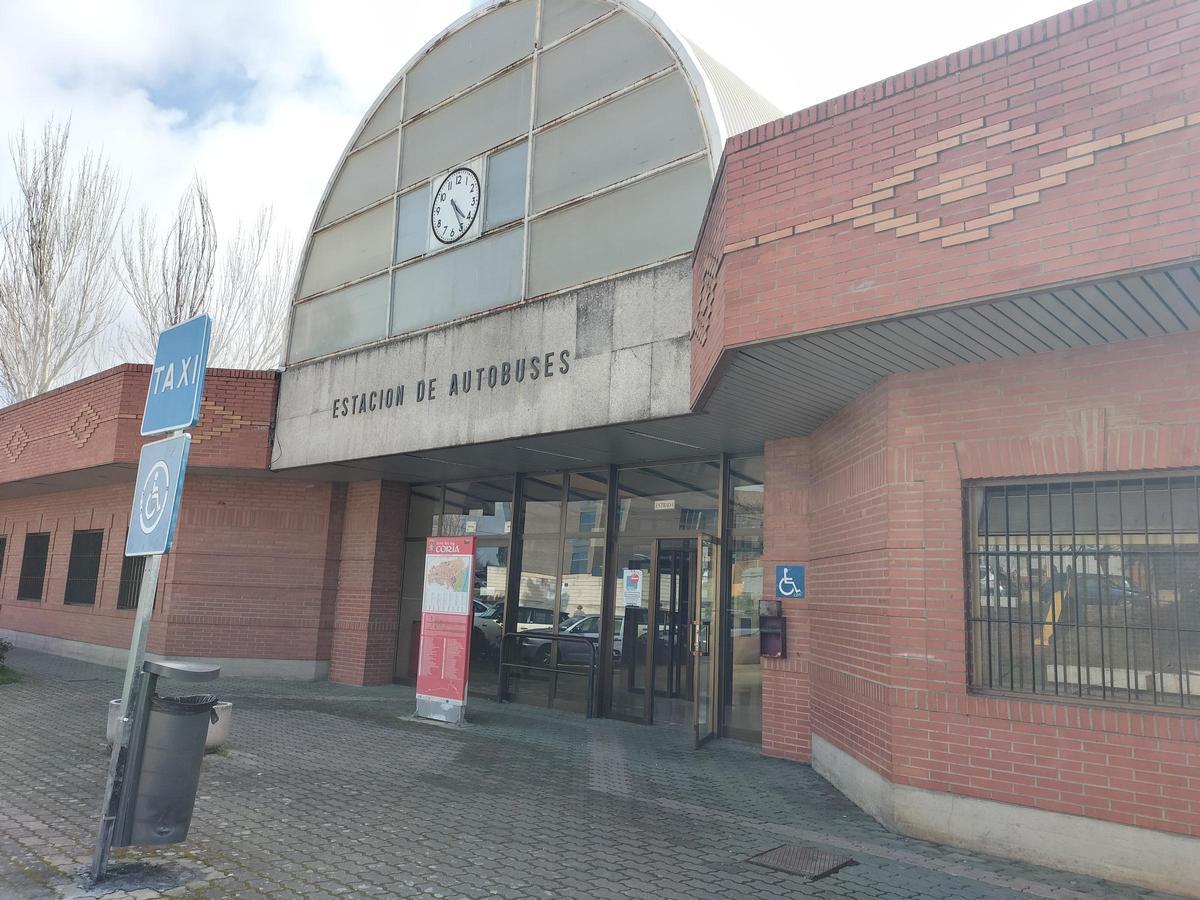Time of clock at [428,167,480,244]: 4:24
